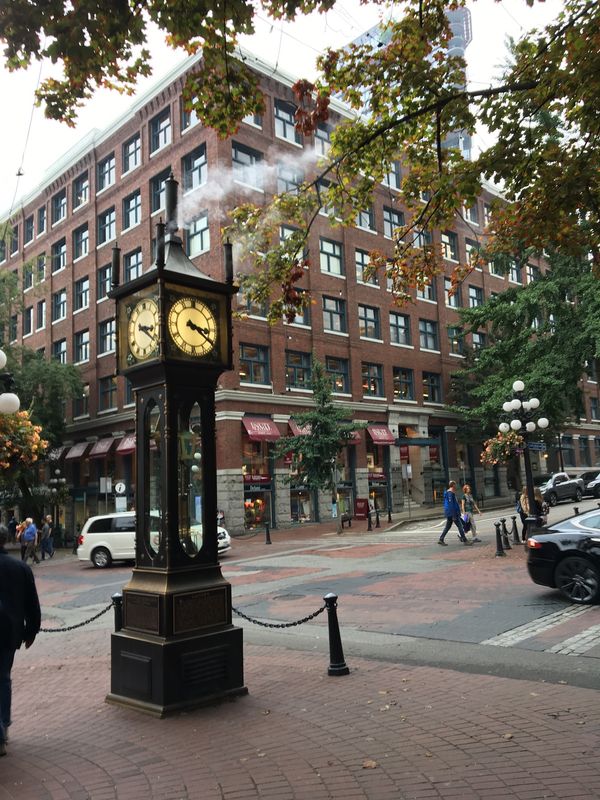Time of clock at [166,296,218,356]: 3:20
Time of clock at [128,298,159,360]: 3:20
